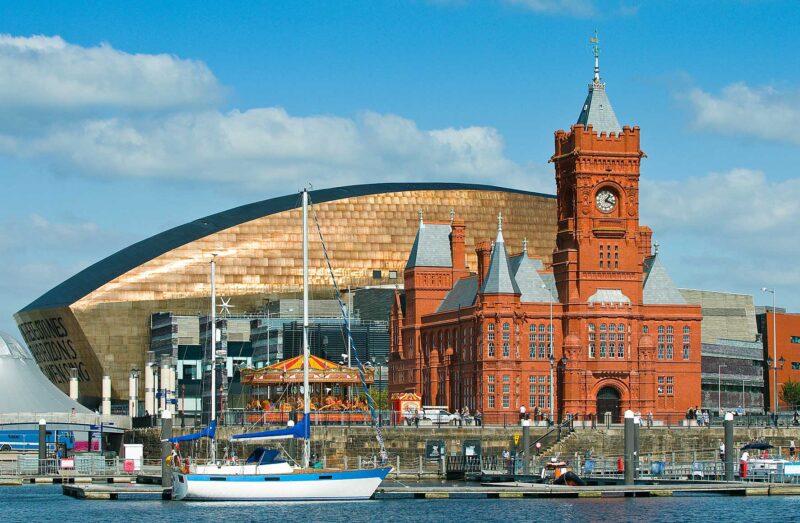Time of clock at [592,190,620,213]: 1:18
